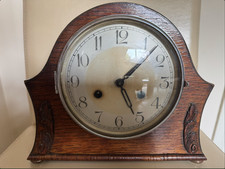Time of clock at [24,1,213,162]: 5:07
